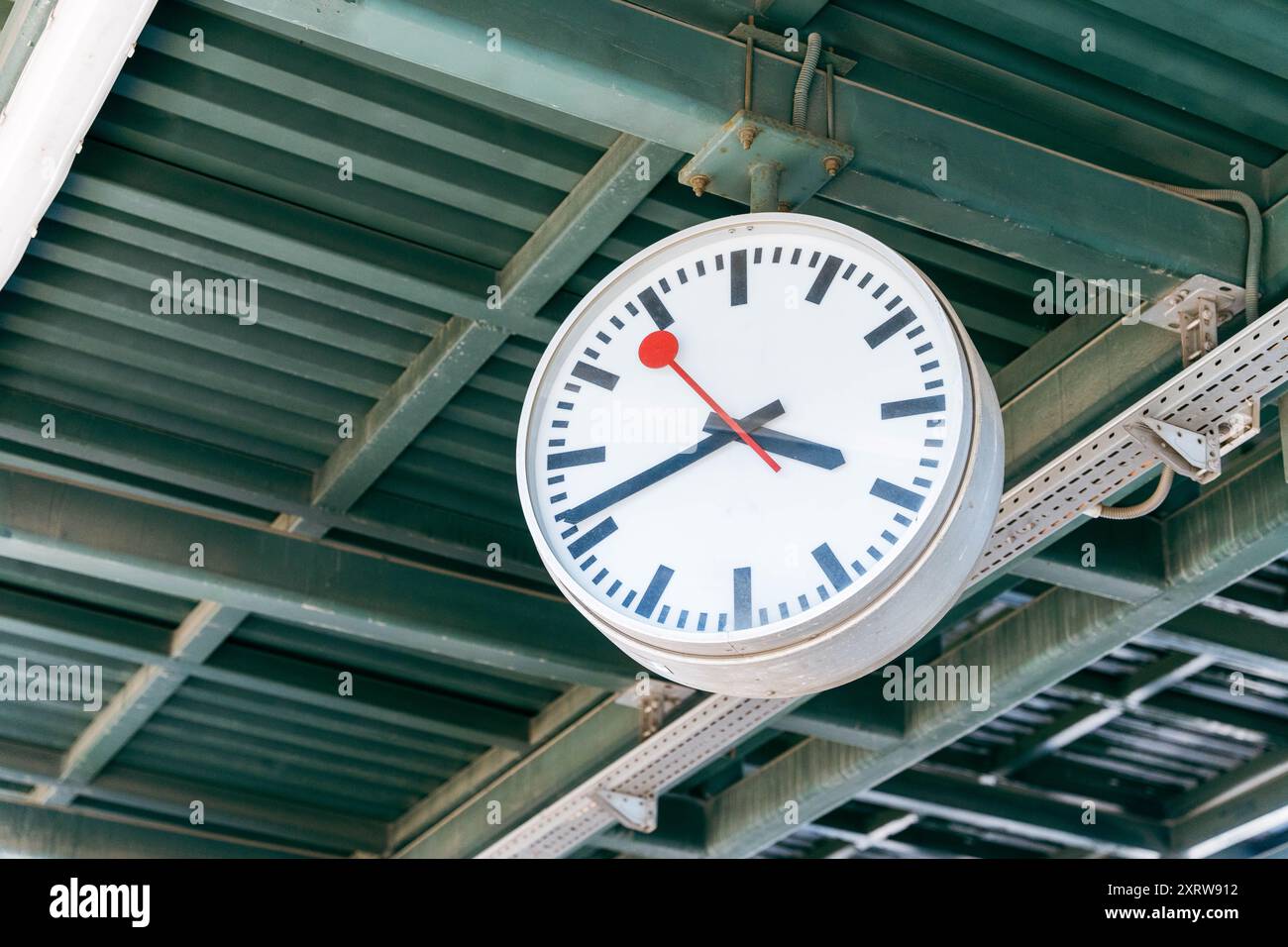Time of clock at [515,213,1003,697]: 3:41
